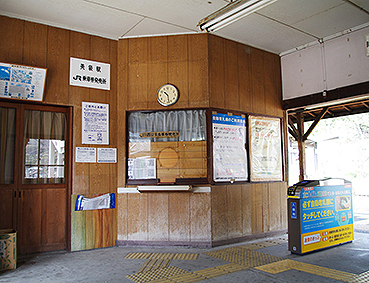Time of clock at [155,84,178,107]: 10:28
